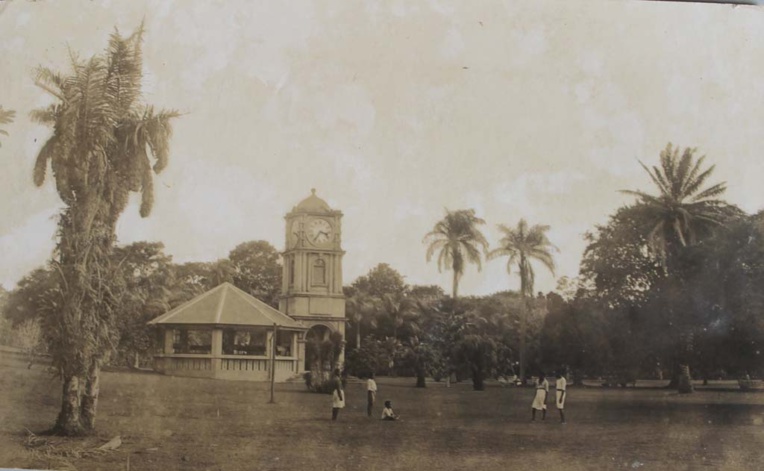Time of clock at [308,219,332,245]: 3:35
